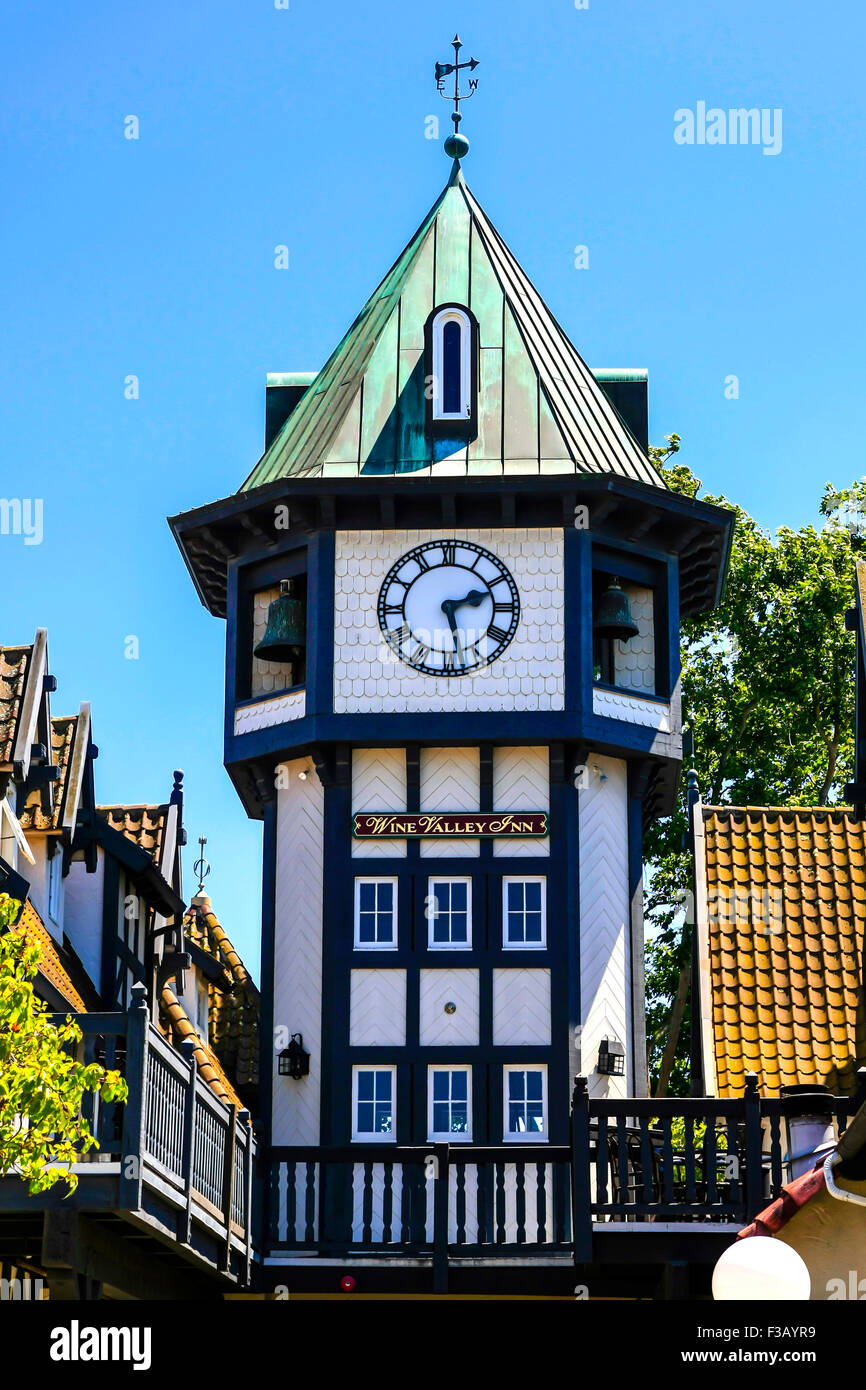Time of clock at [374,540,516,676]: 2:27
